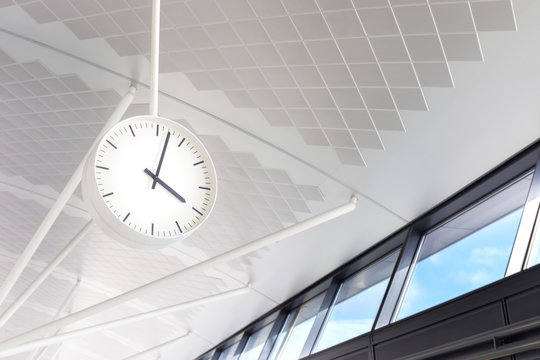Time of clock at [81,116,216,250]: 4:02
